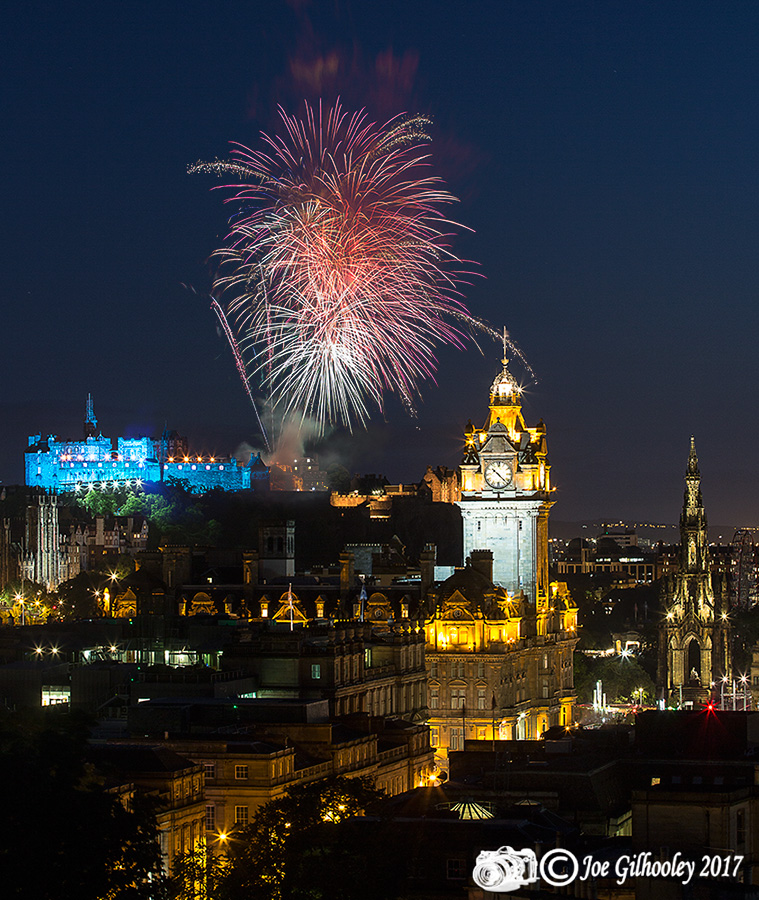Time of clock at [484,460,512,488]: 10:22
